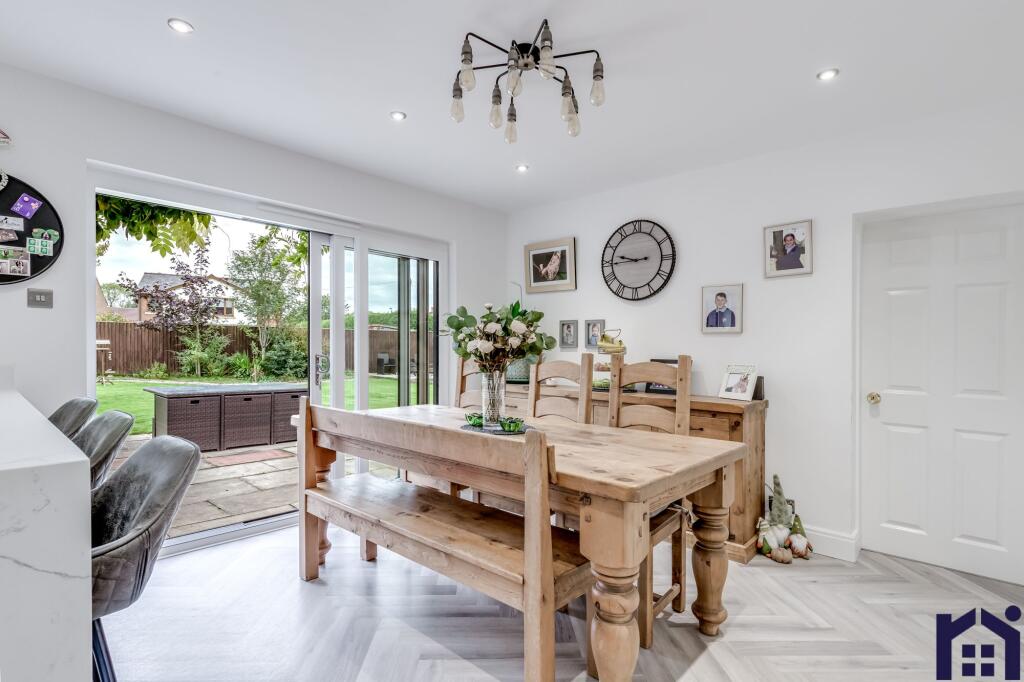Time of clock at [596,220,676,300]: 9:44
